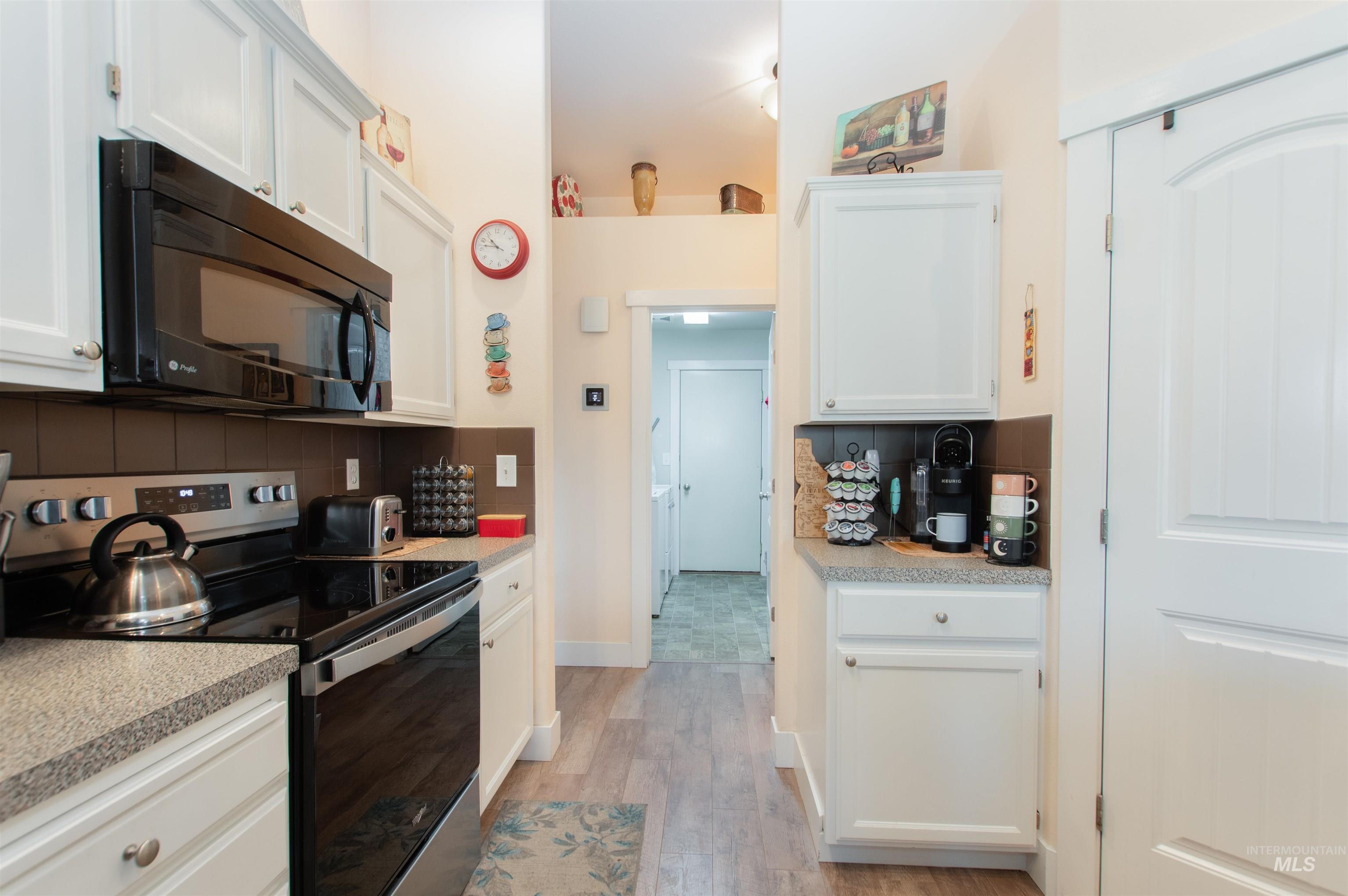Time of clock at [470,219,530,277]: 10:47
